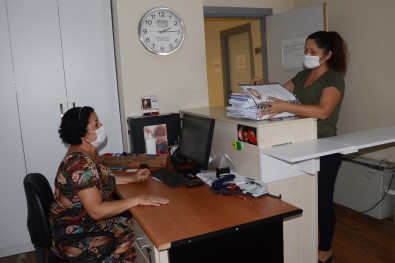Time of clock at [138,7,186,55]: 2:14
